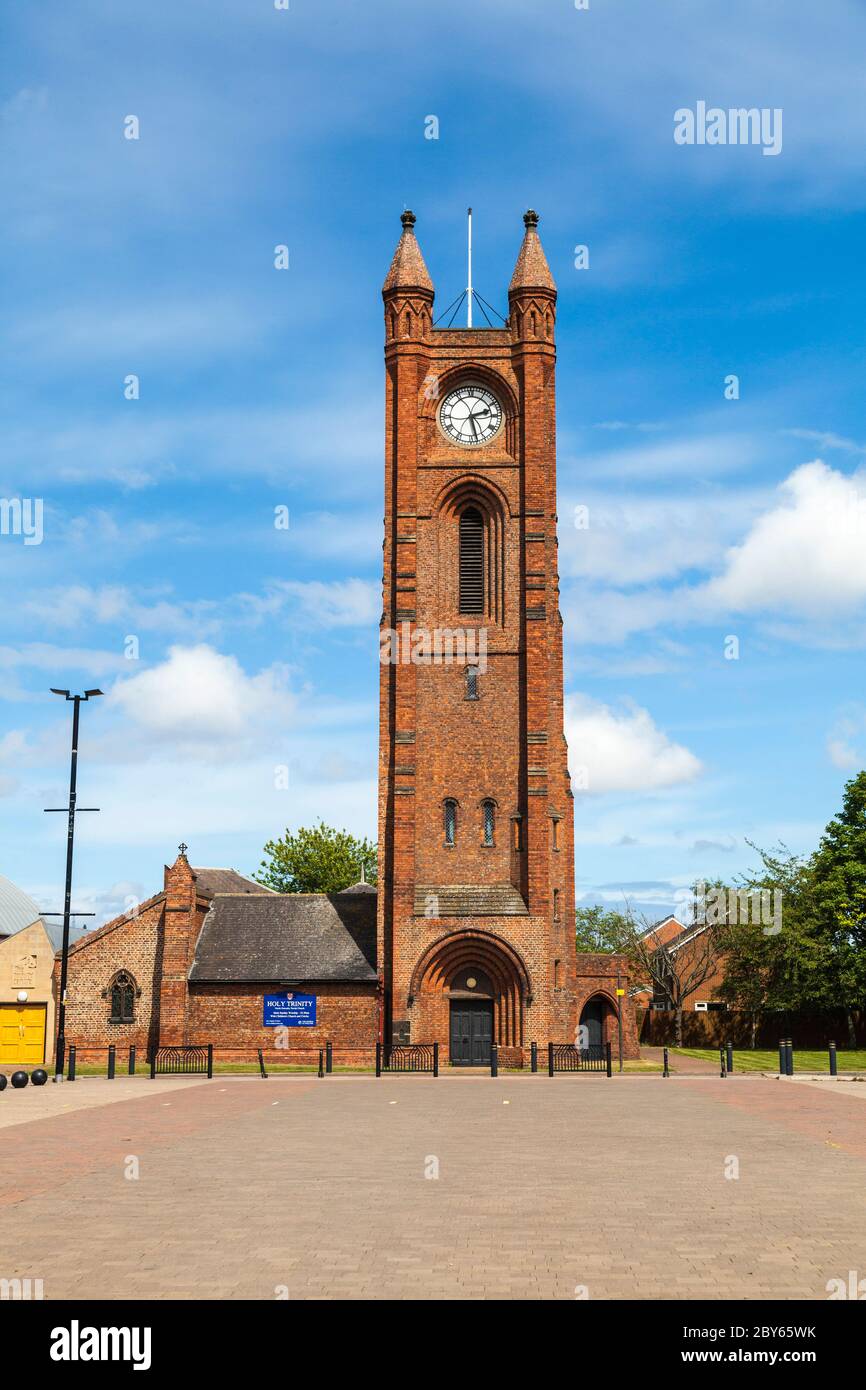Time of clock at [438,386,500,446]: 2:27
